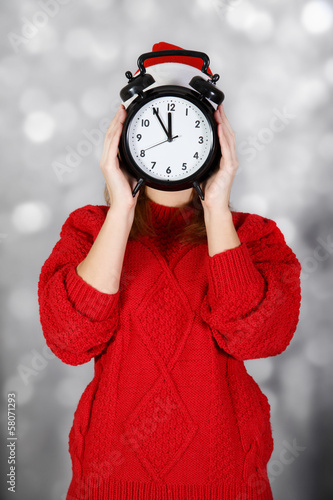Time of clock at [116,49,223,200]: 11:54
